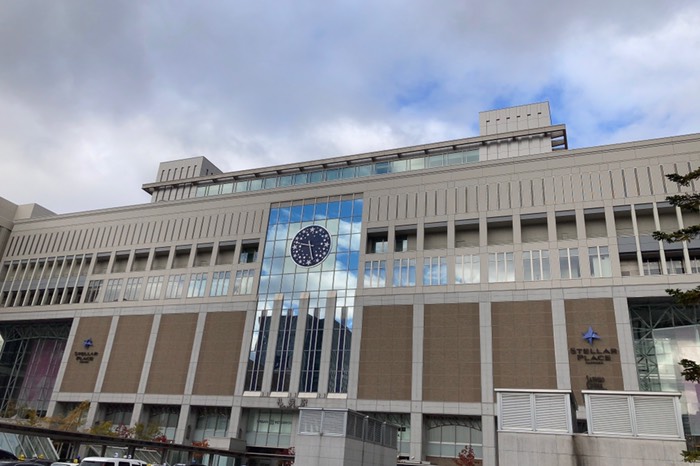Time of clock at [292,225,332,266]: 9:27
